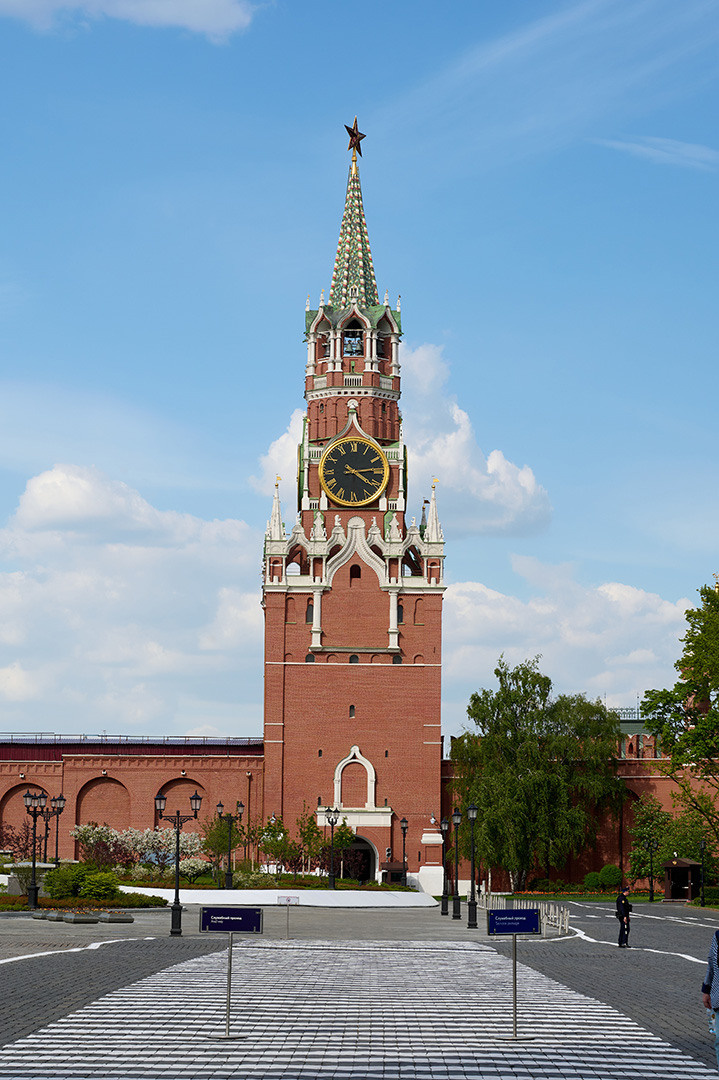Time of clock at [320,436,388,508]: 4:13
